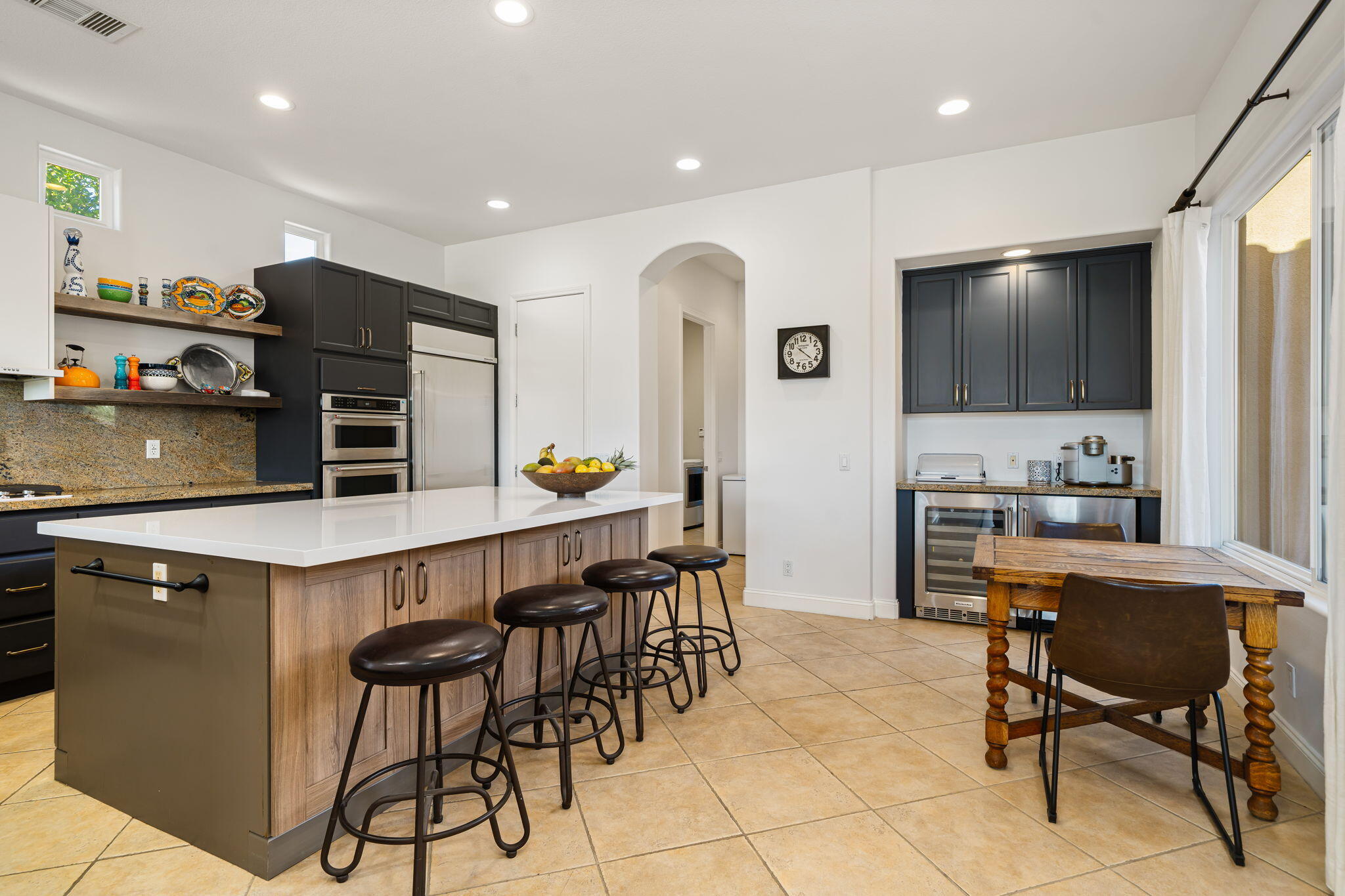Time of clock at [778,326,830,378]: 10:21
